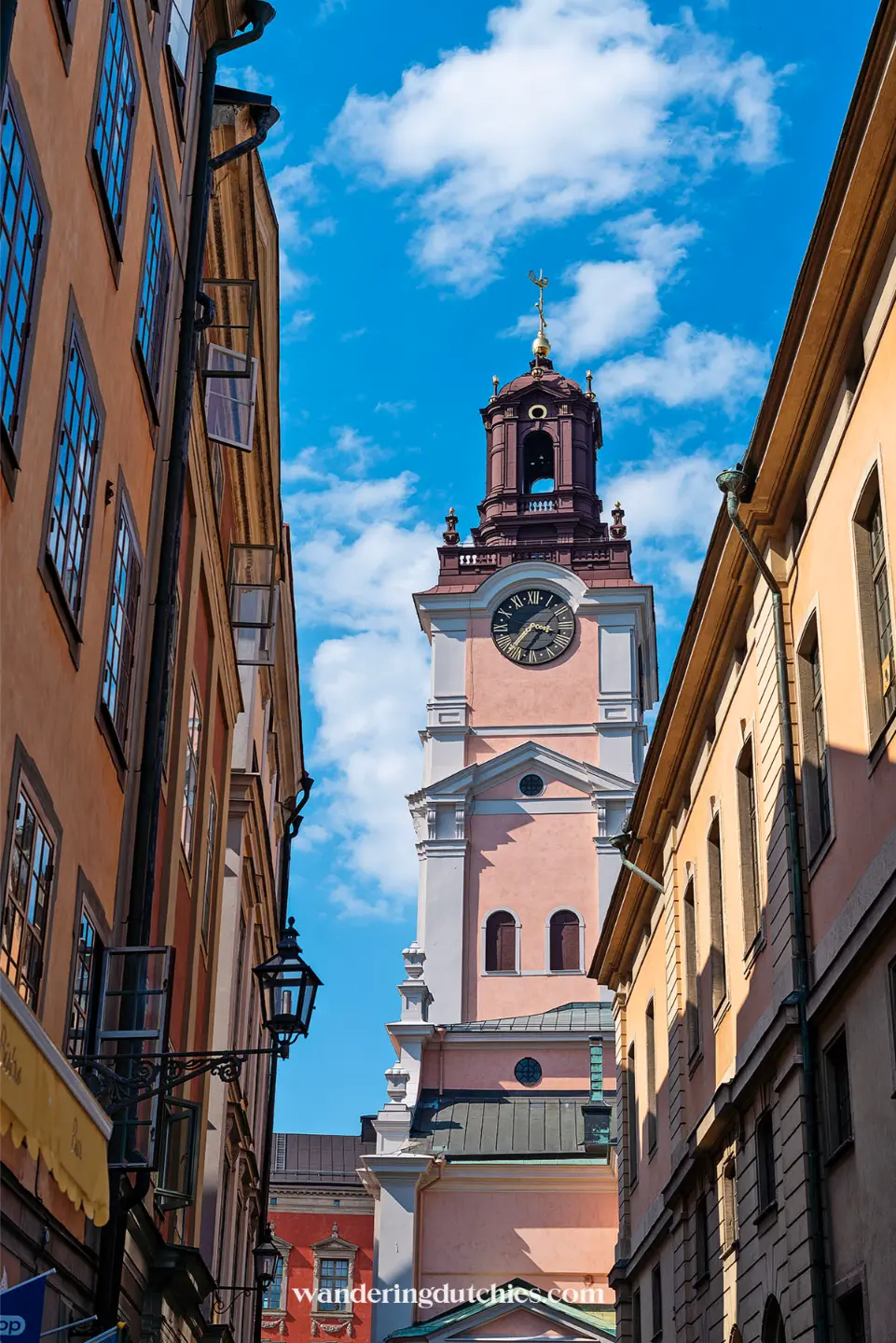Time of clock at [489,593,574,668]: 3:36
